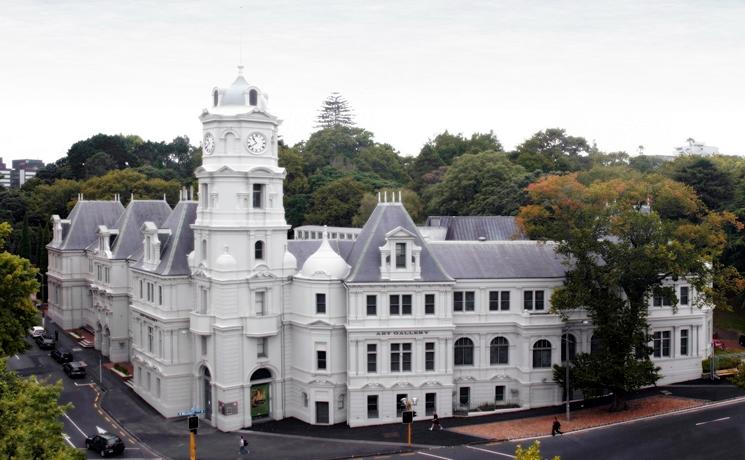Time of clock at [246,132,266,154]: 10:39
